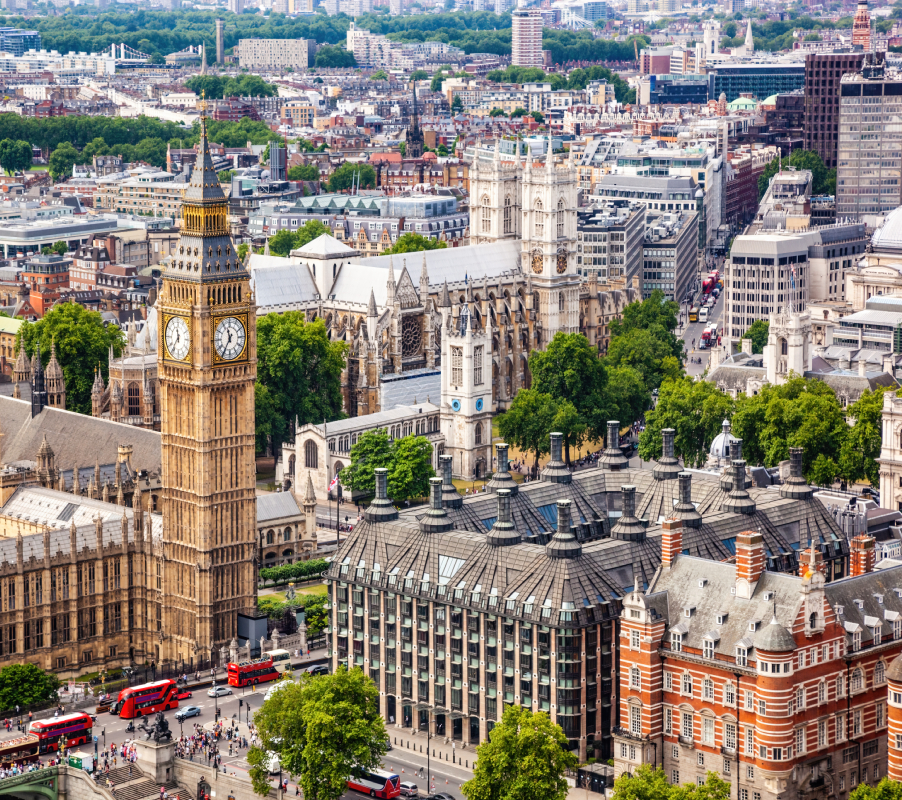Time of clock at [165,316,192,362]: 11:35
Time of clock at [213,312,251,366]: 11:35
